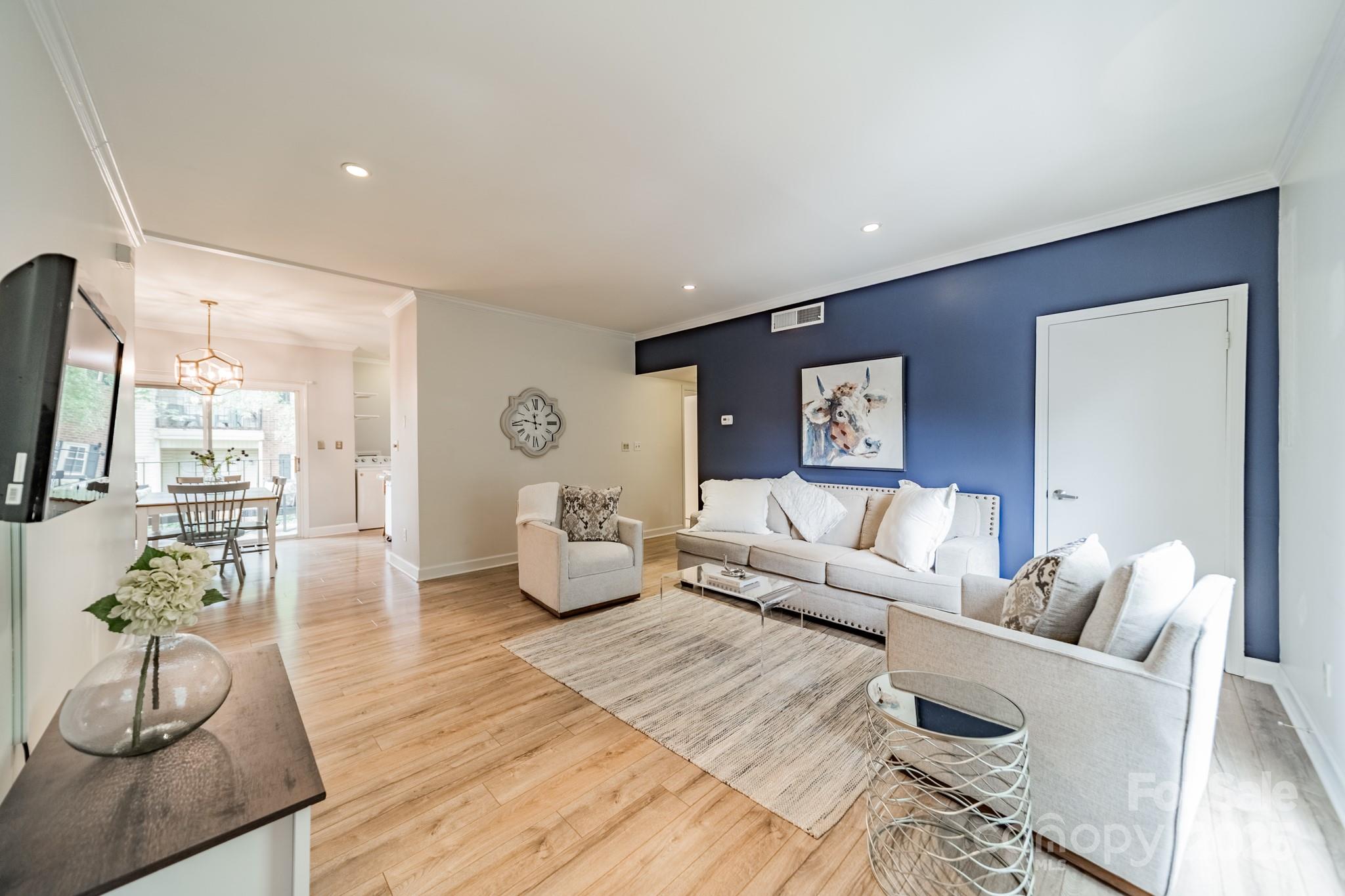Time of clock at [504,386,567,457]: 11:47
